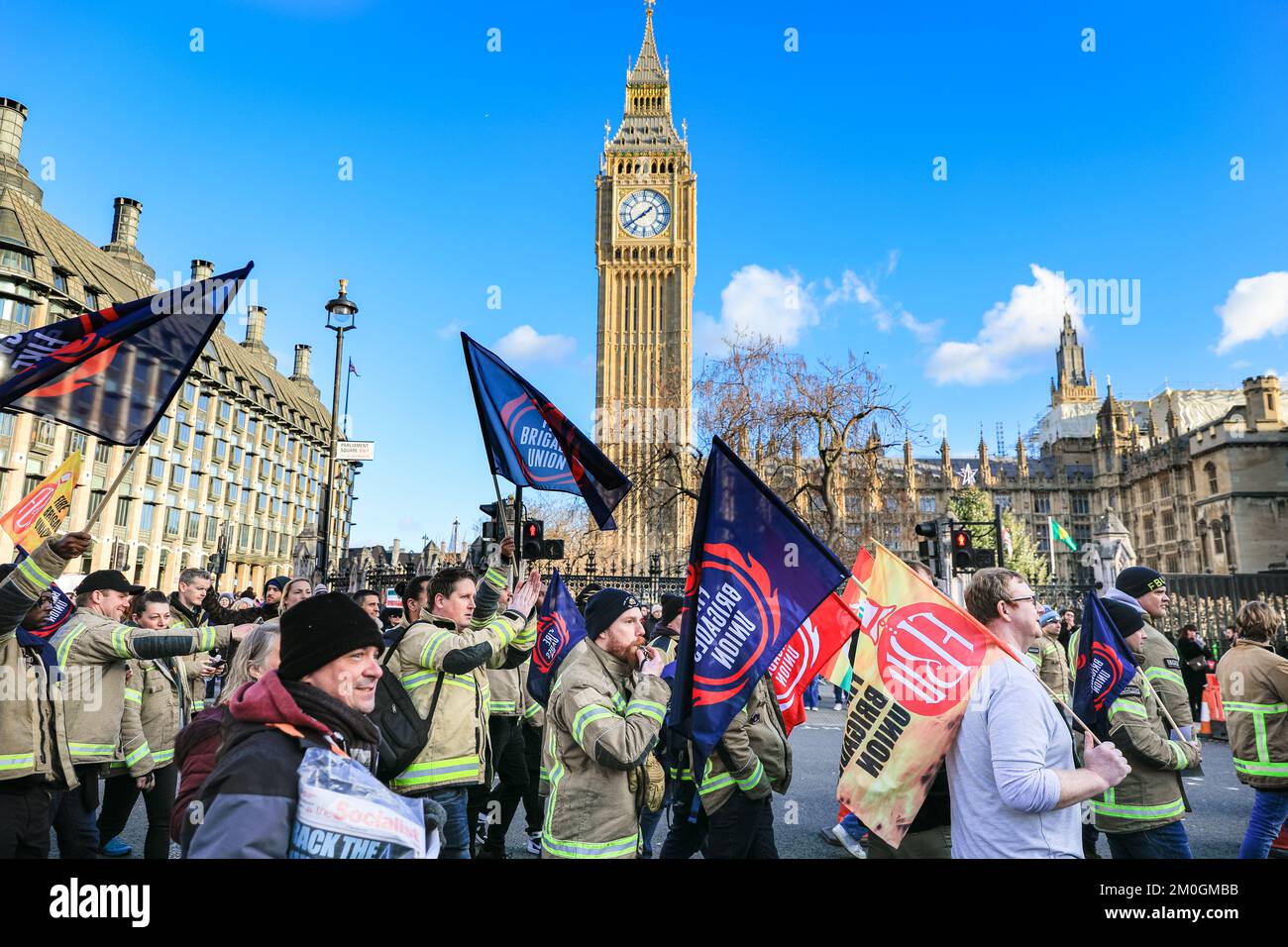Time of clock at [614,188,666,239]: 1:39
